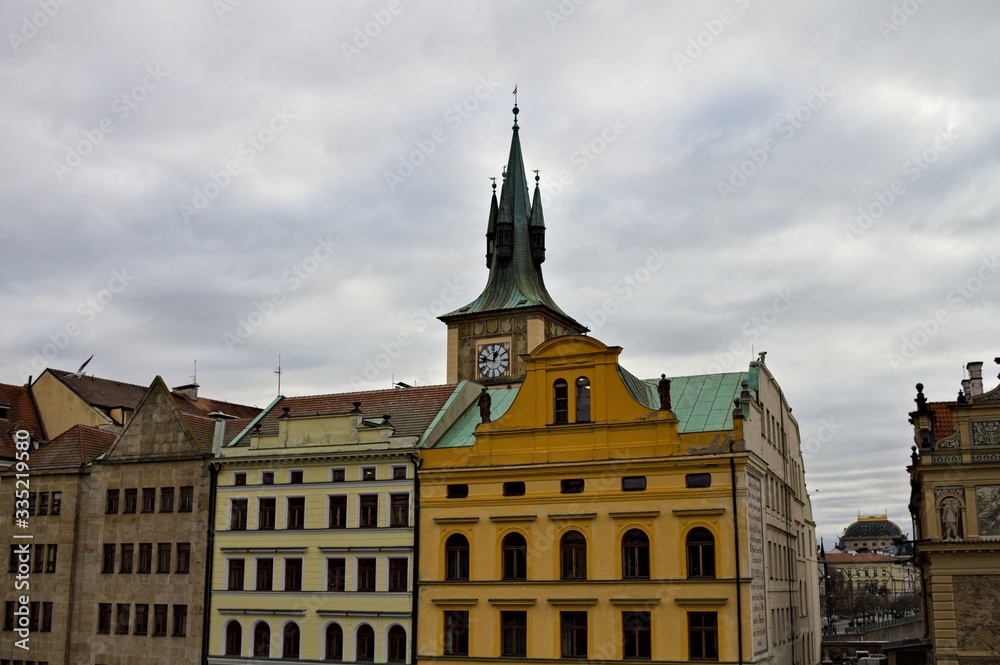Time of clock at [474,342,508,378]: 12:47
